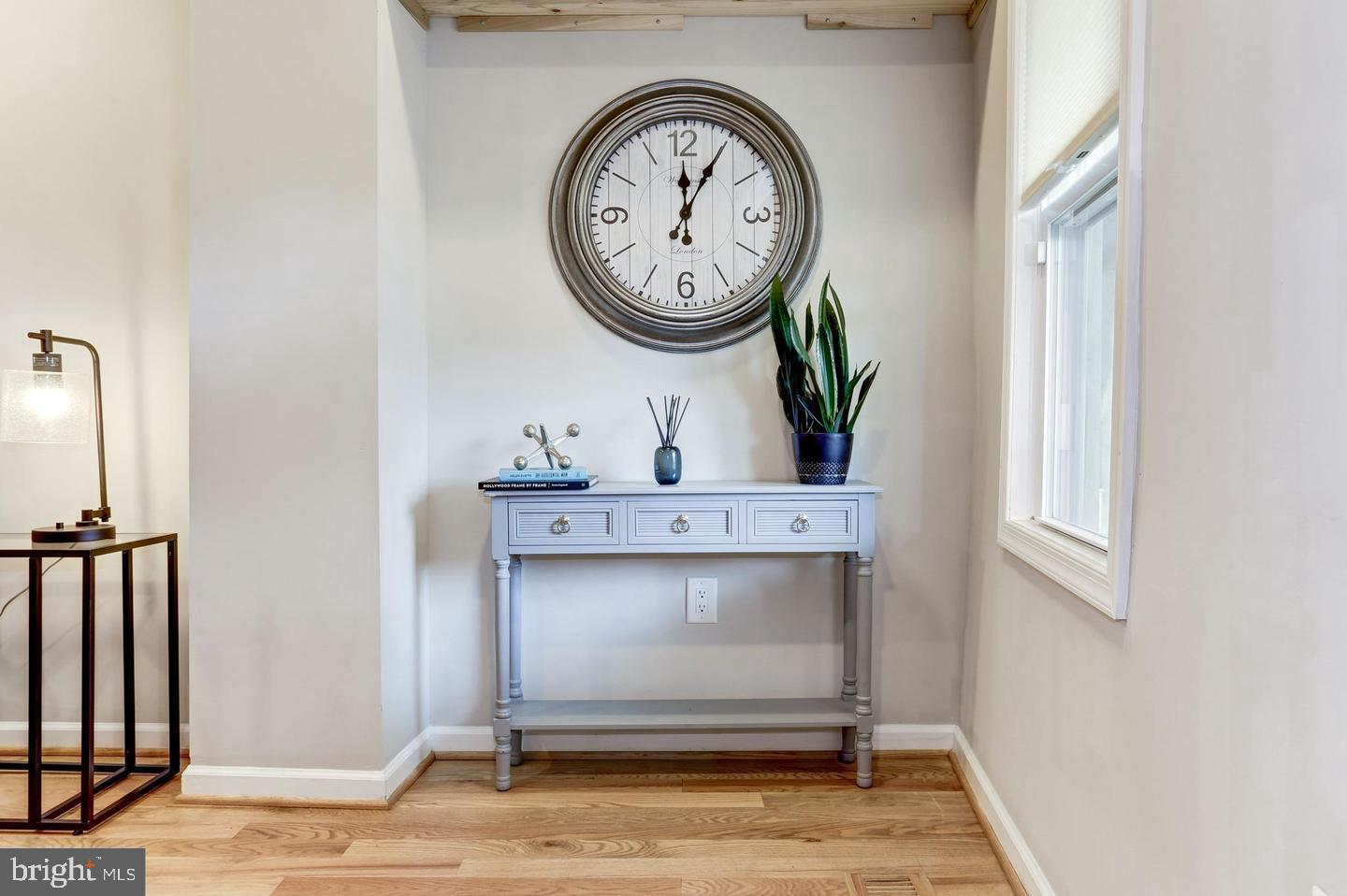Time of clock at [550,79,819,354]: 12:04
